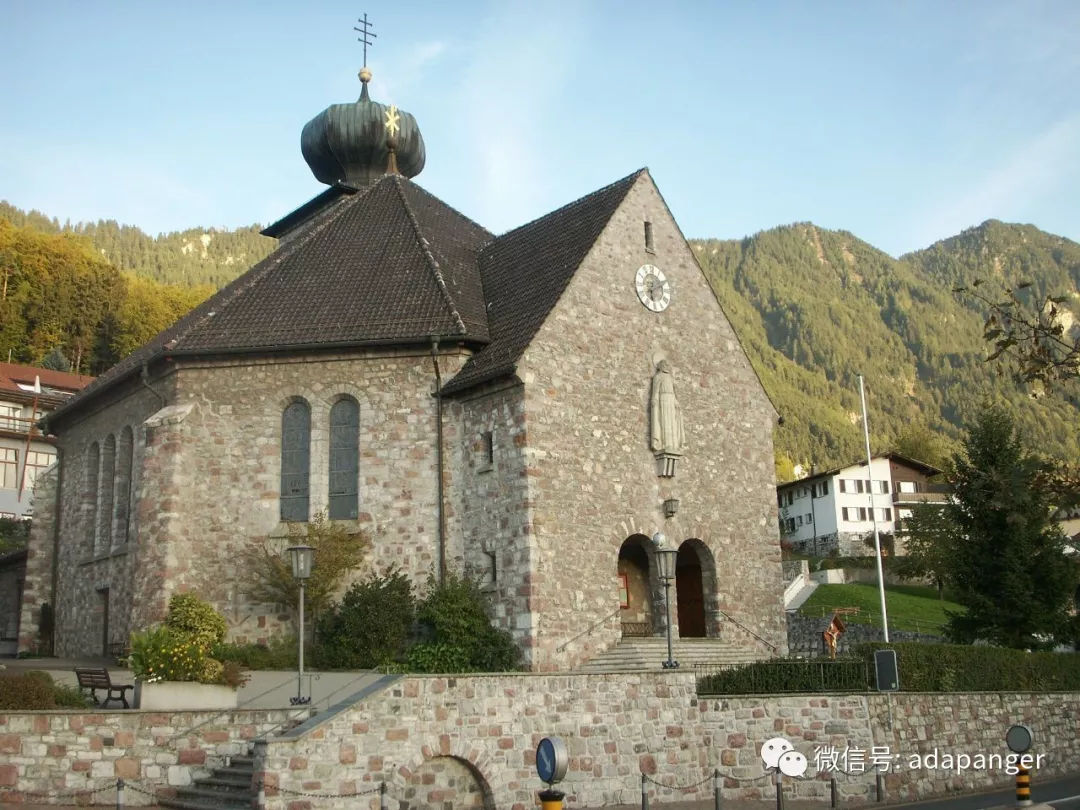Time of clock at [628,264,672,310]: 6:10
